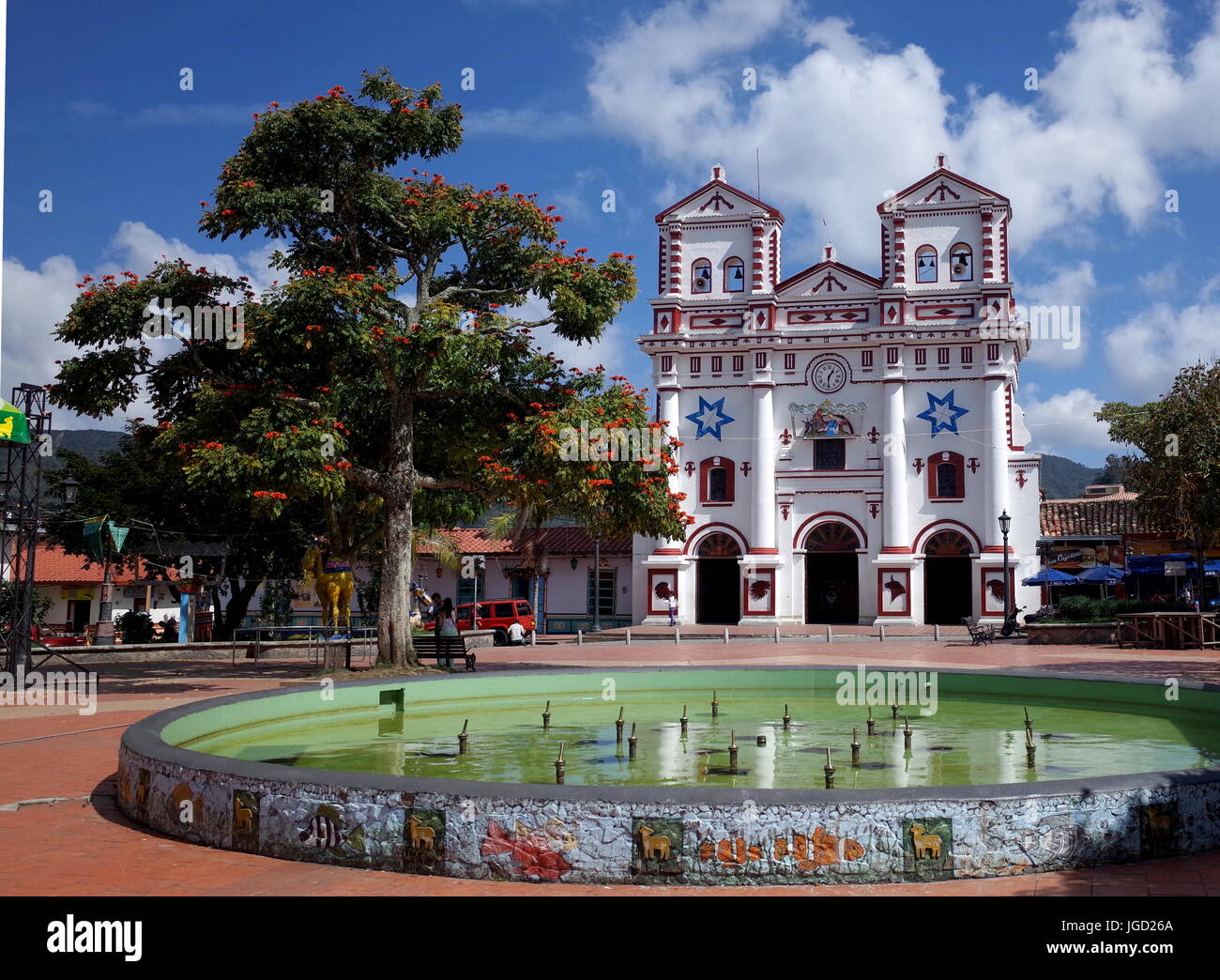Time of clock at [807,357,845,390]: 1:31
